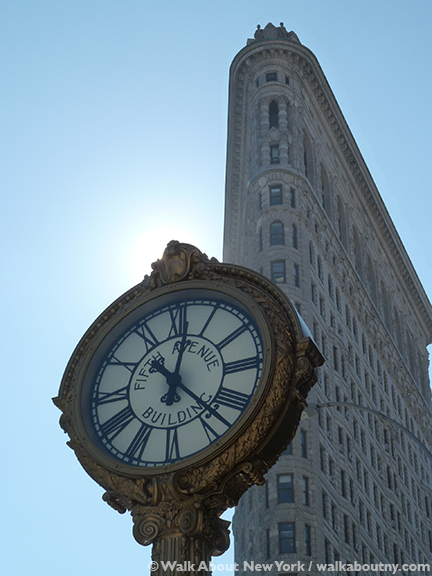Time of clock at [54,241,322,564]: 12:22
